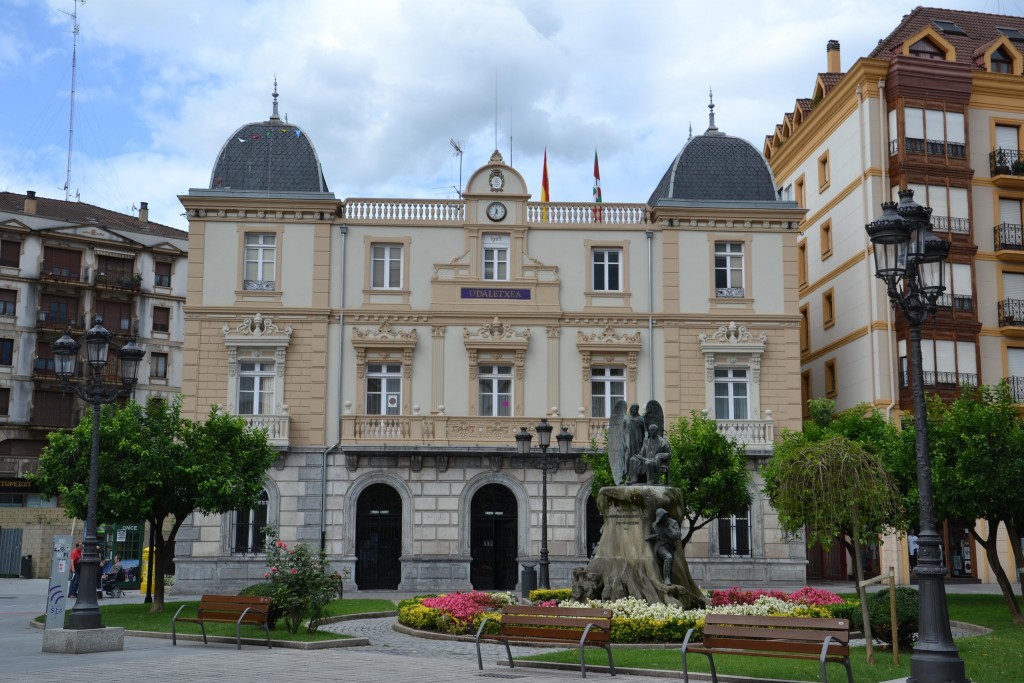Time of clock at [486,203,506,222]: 11:34
